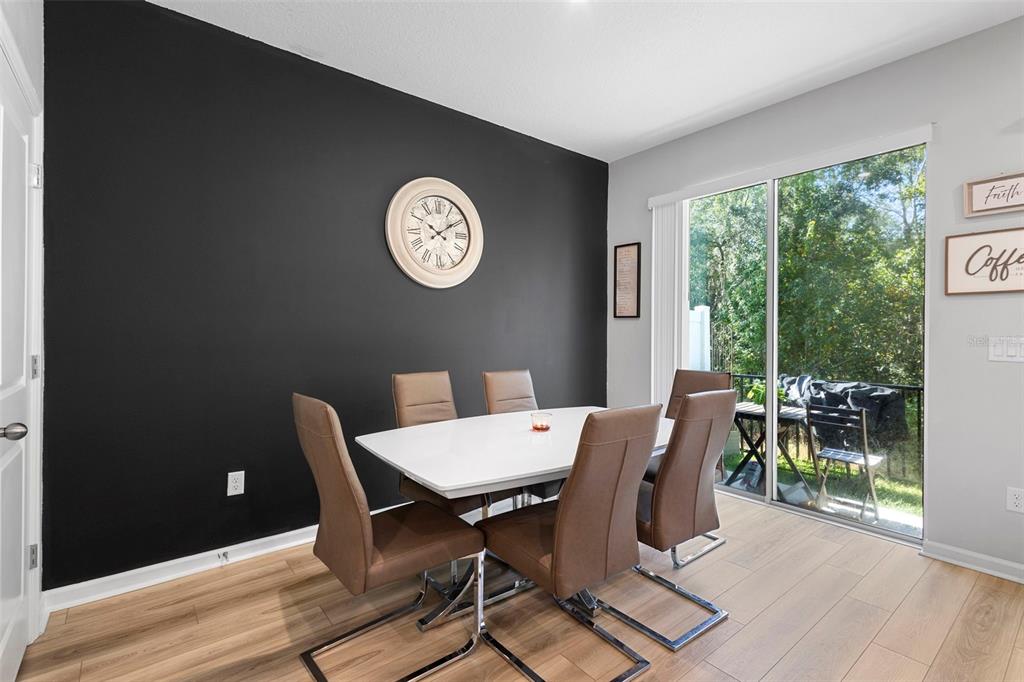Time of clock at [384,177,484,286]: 10:09
